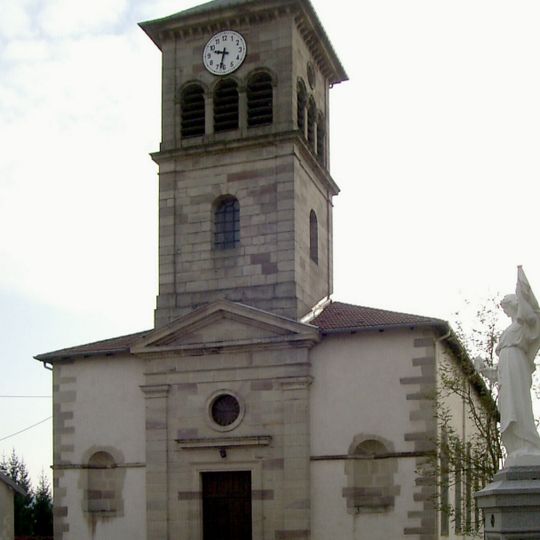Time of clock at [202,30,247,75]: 9:32
